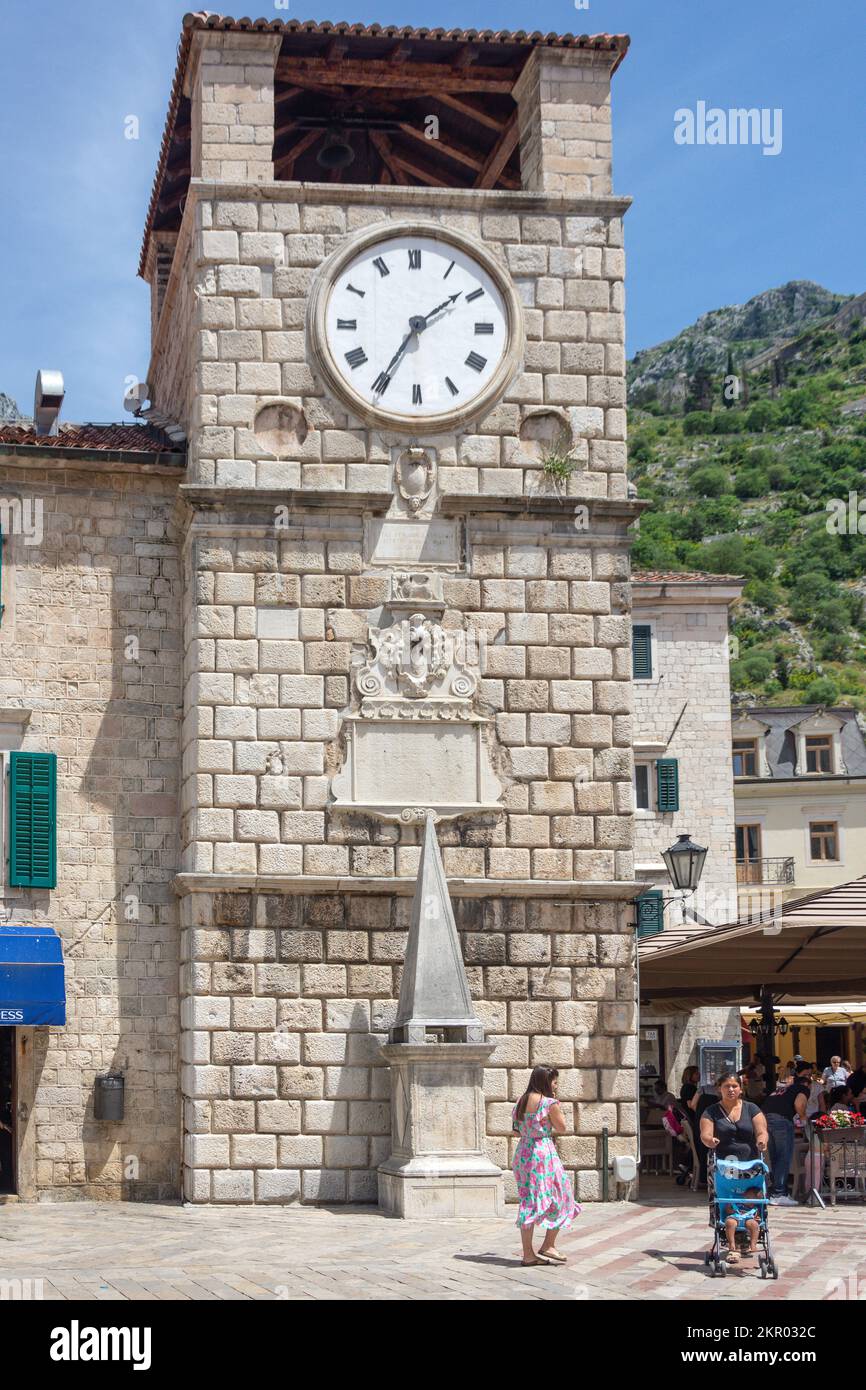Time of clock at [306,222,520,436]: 1:35
